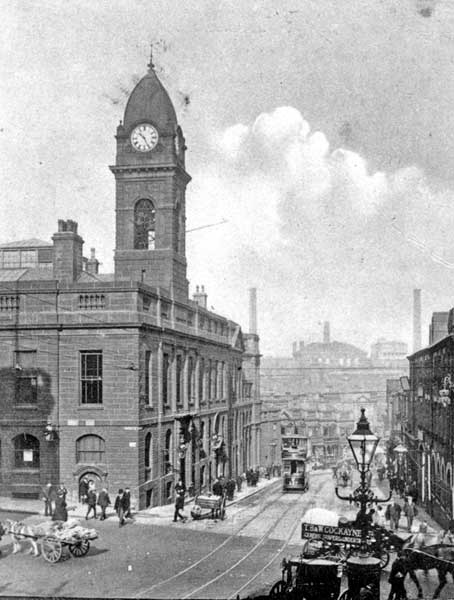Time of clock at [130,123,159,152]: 10:26
